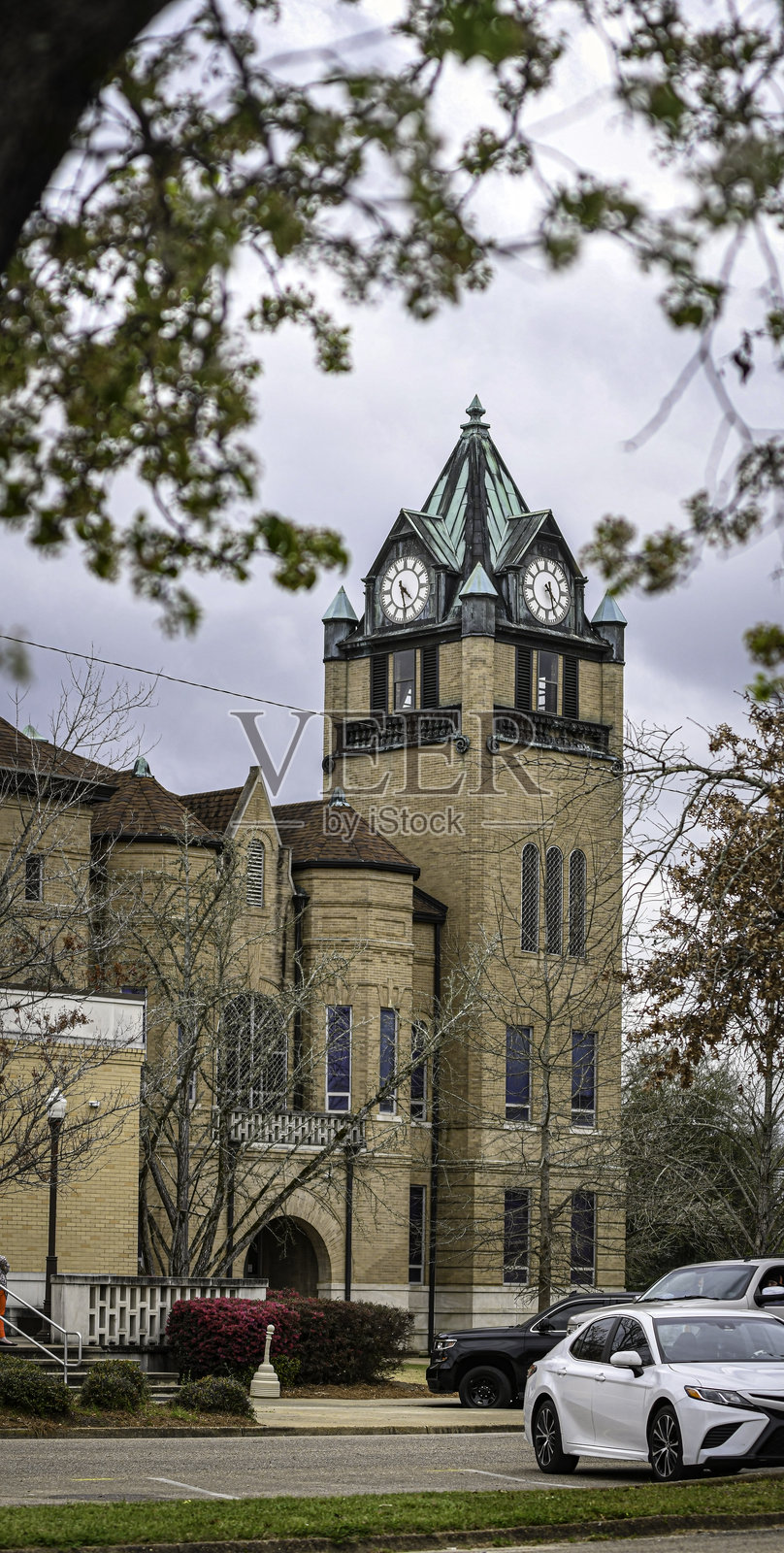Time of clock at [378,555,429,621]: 4:28
